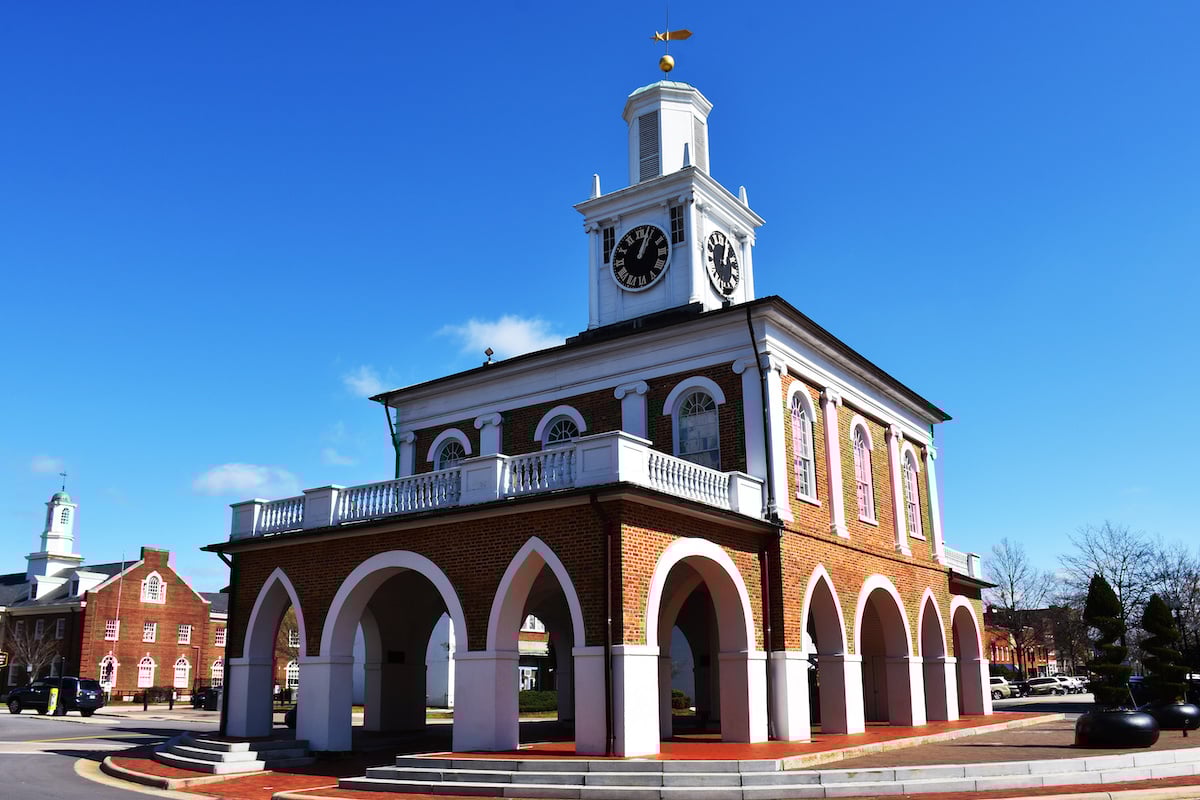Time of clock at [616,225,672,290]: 1:03
